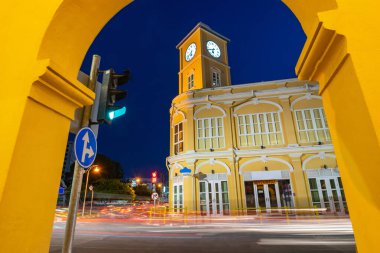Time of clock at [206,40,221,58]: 6:41
